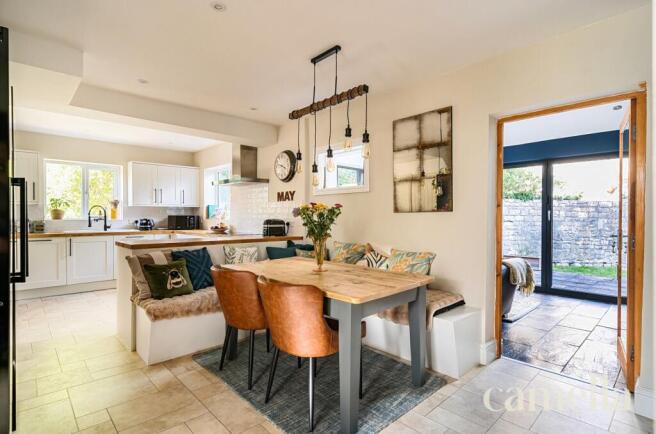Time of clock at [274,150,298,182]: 3:47
